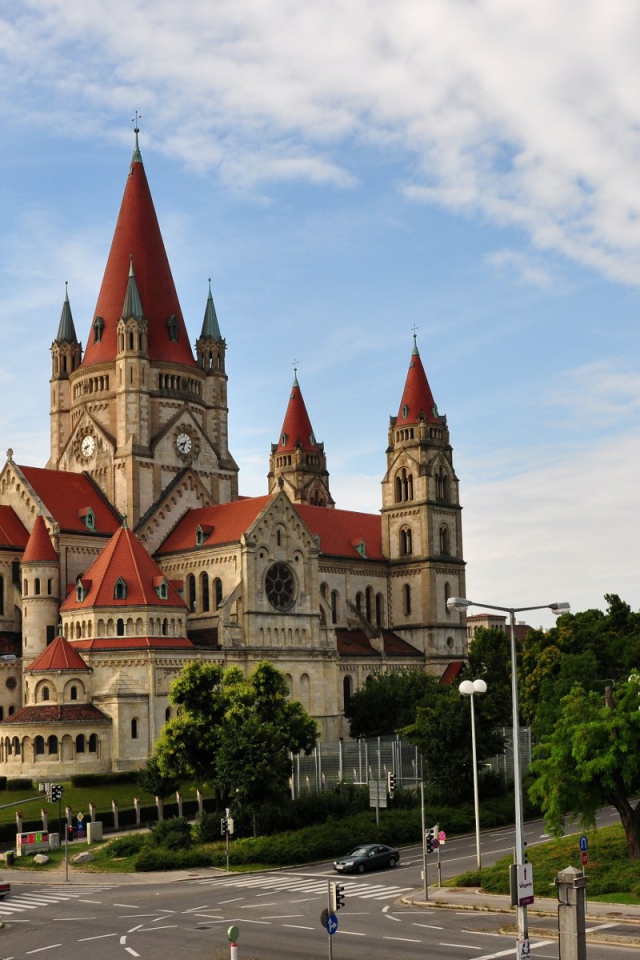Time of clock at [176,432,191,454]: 8:33
